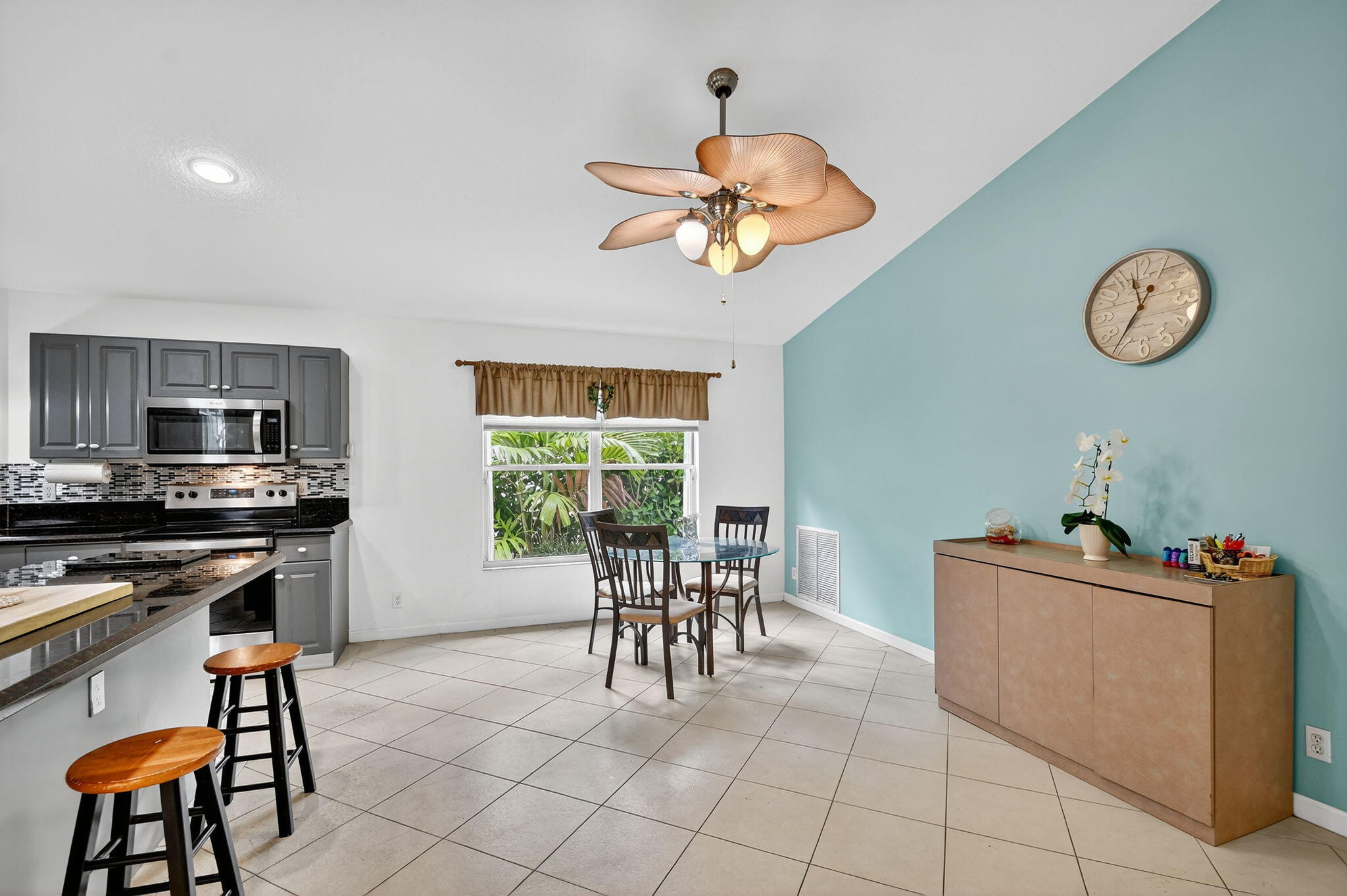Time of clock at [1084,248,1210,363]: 11:35
